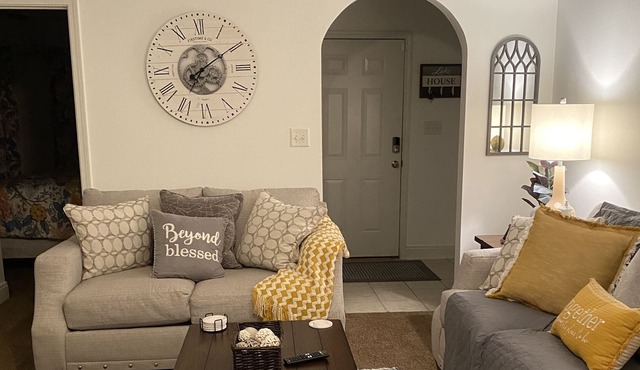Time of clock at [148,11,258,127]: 7:09
